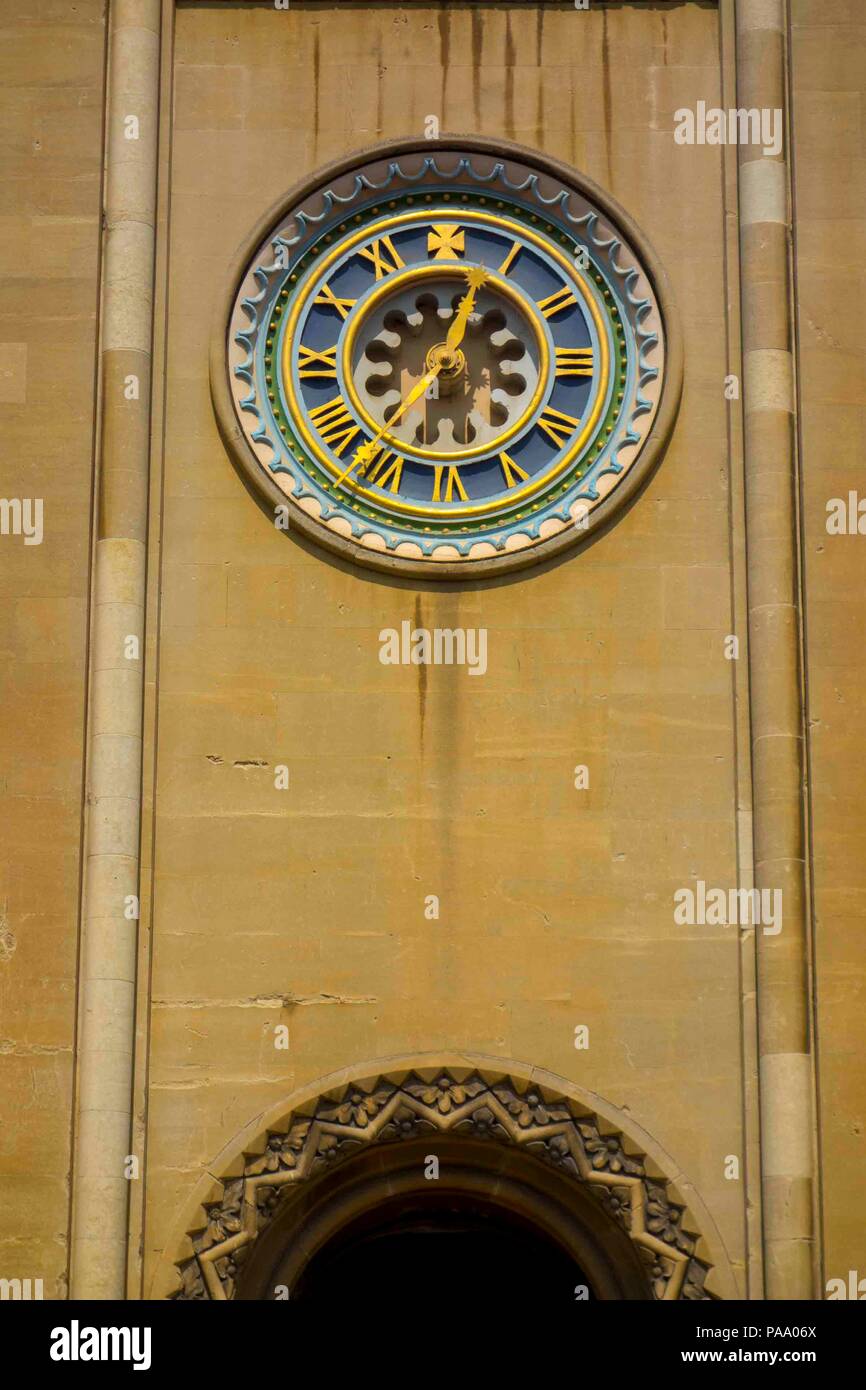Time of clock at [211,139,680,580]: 12:36
